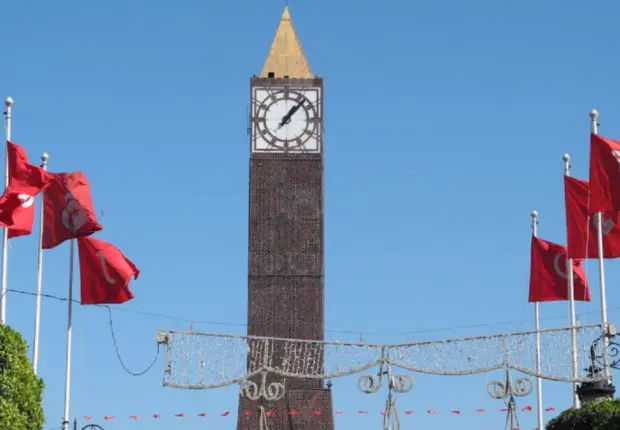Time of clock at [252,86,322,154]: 1:07
